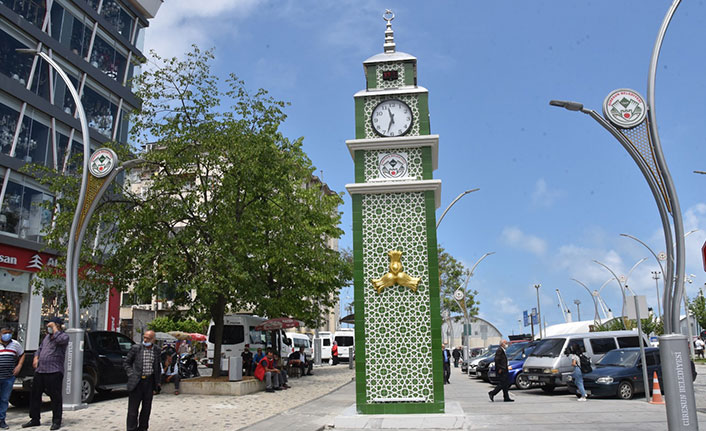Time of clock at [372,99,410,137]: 11:32
